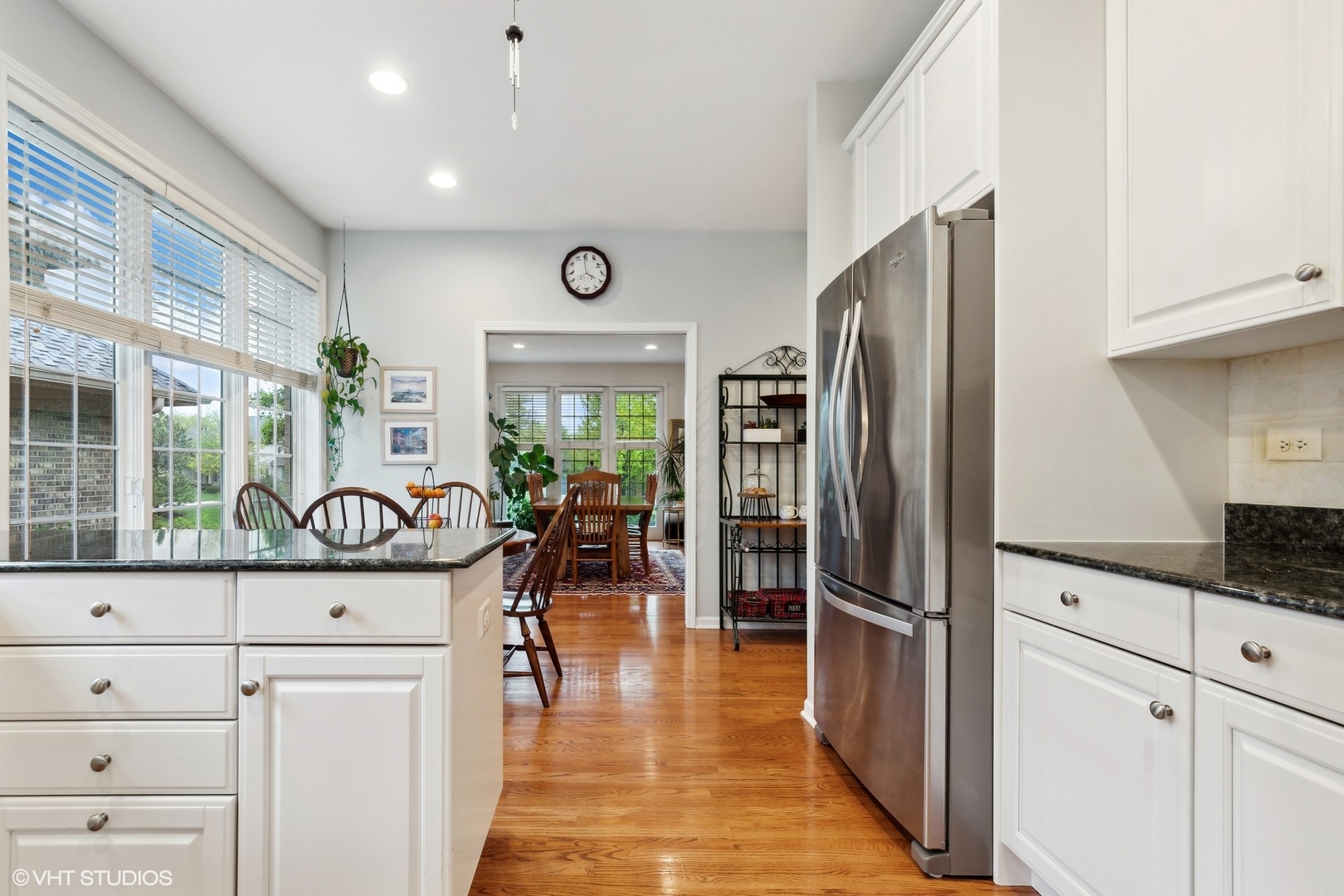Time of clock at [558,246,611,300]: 3:59
